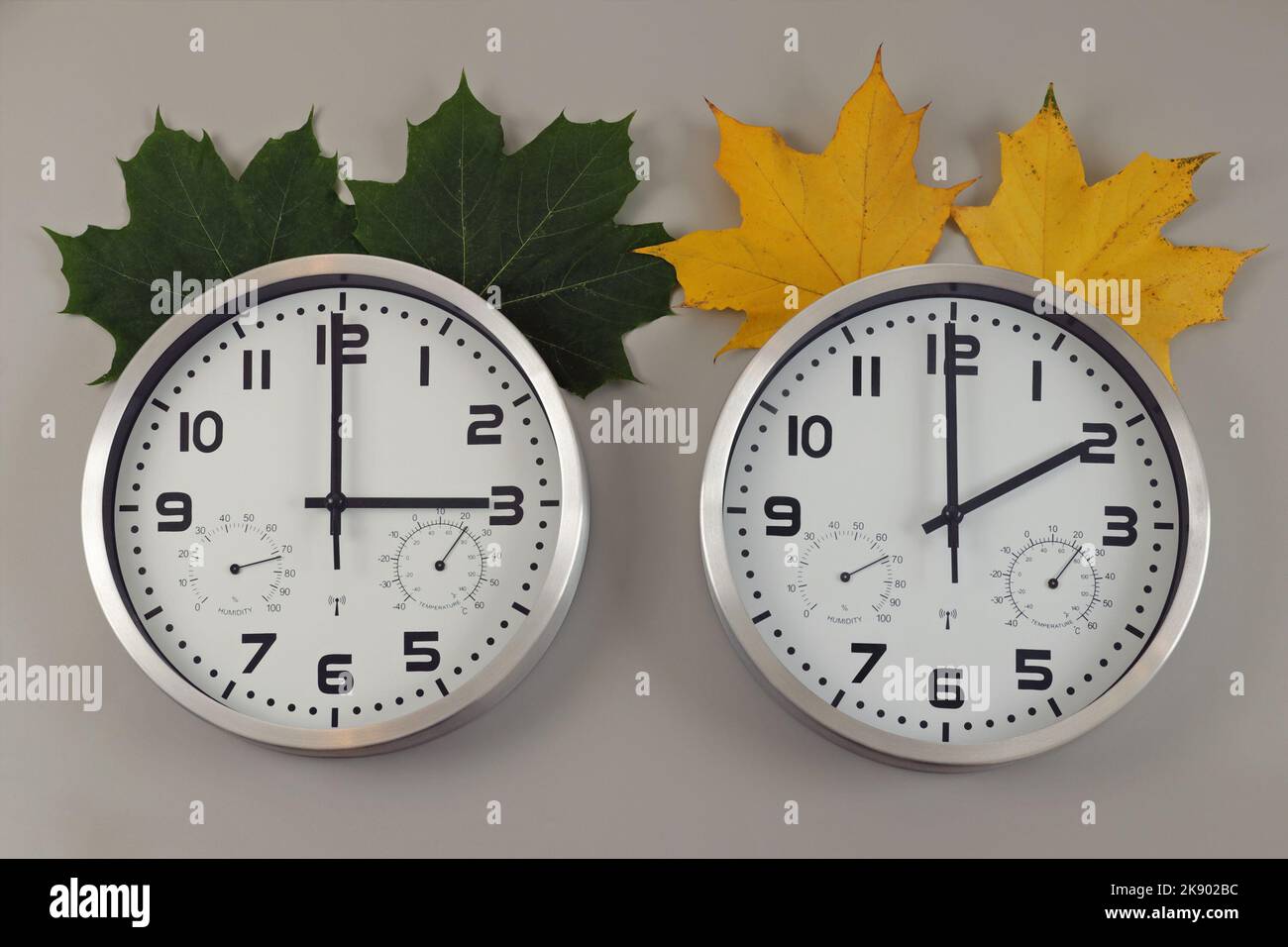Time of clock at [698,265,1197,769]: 1:59
